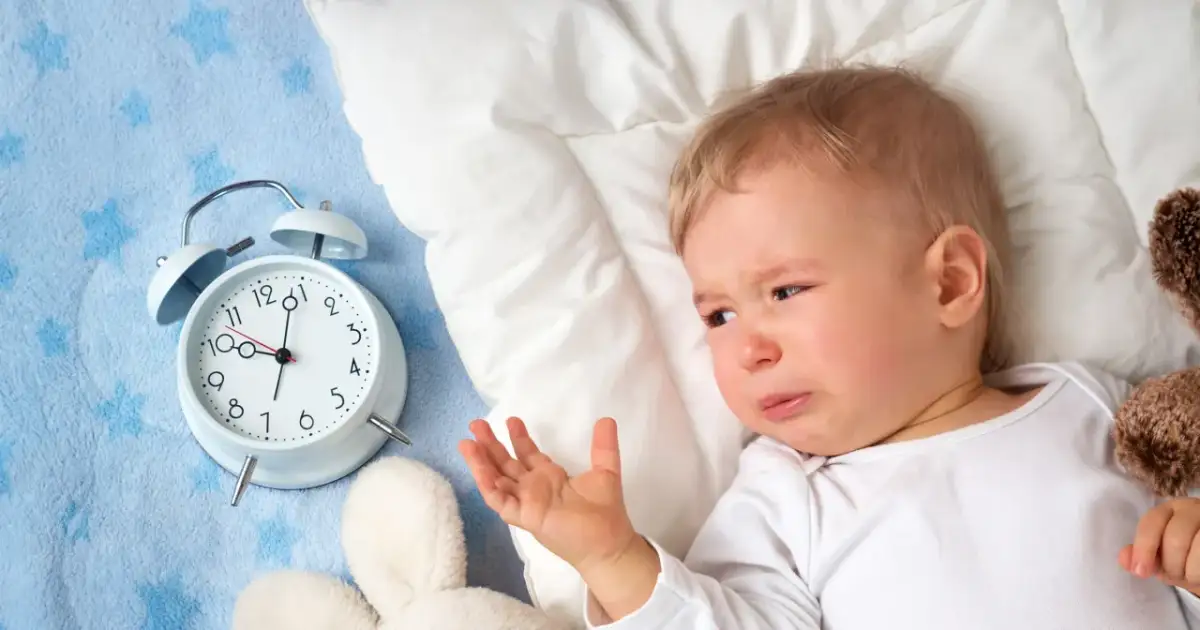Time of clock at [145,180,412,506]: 10:04
